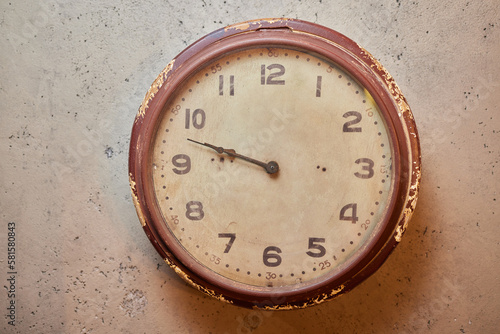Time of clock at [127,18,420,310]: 9:47
